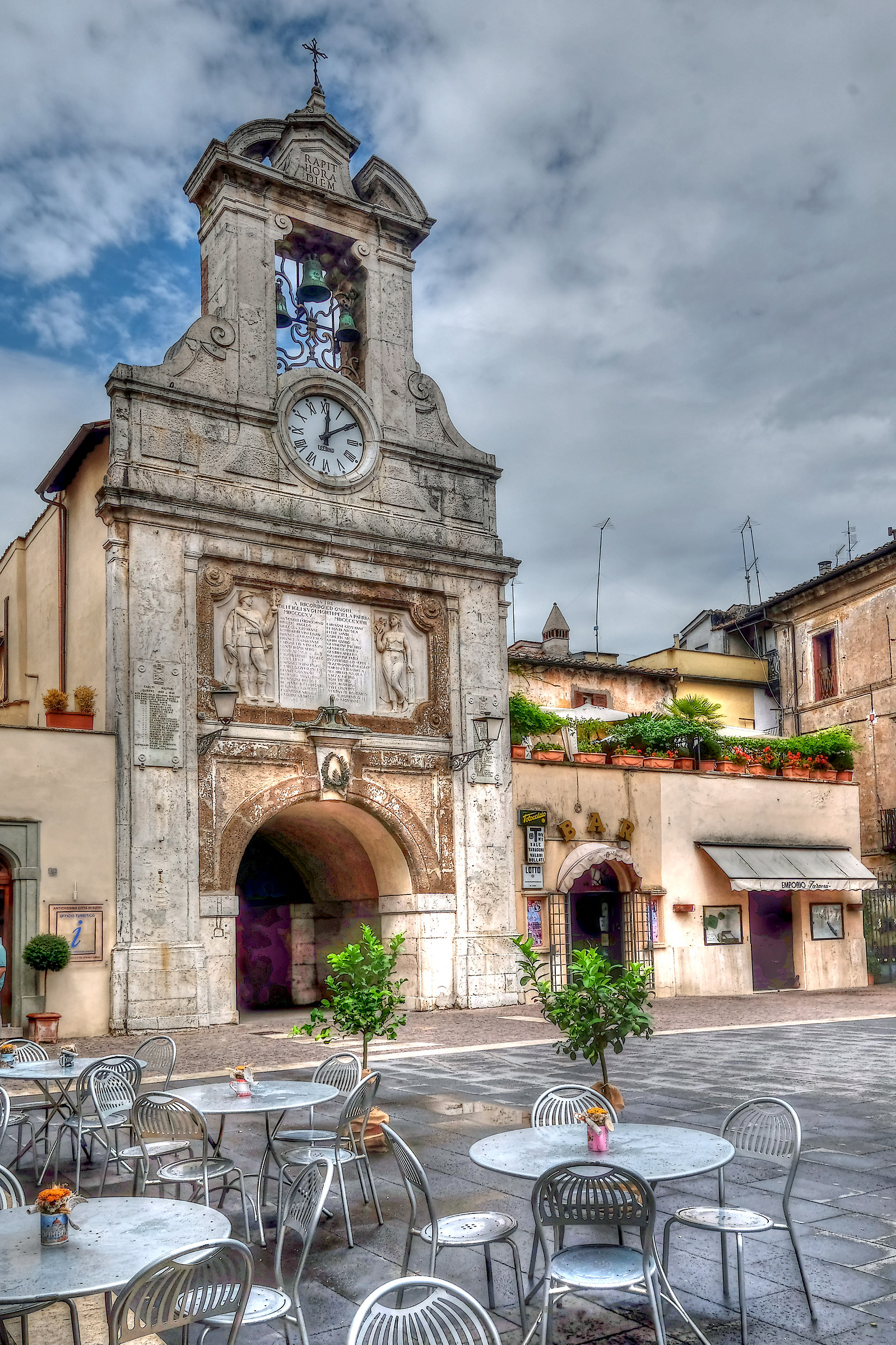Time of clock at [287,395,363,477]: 12:09
